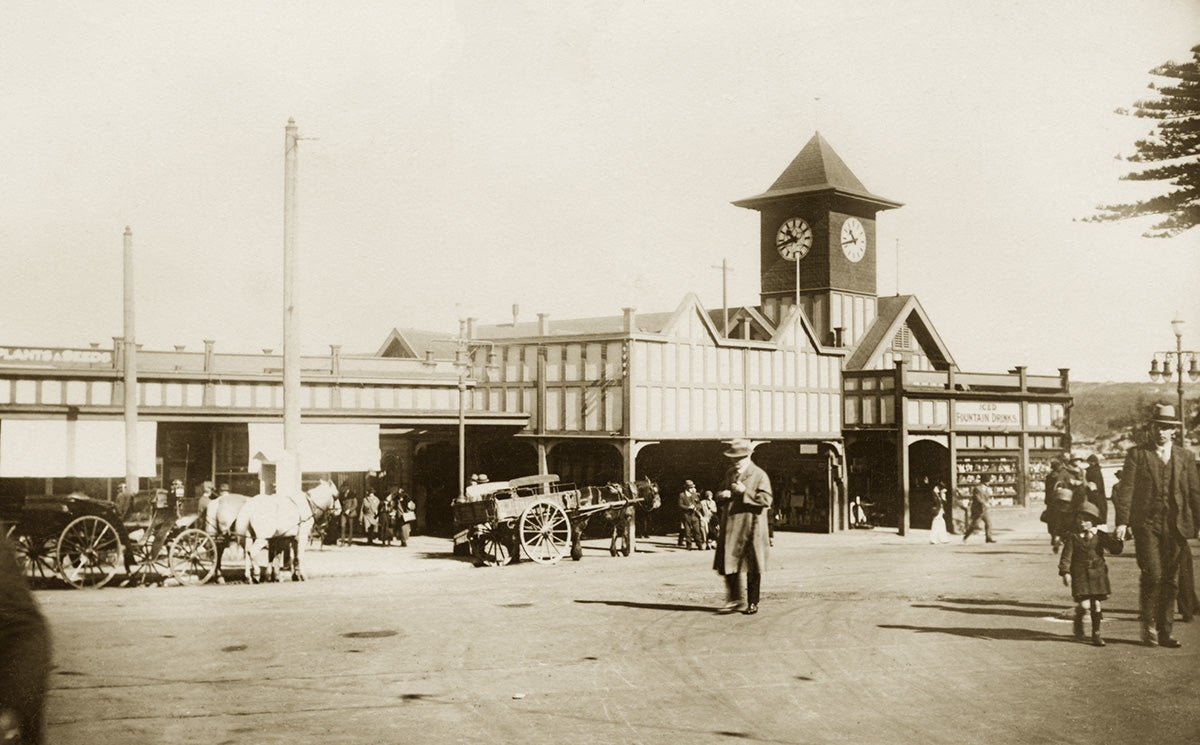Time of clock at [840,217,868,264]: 10:42
